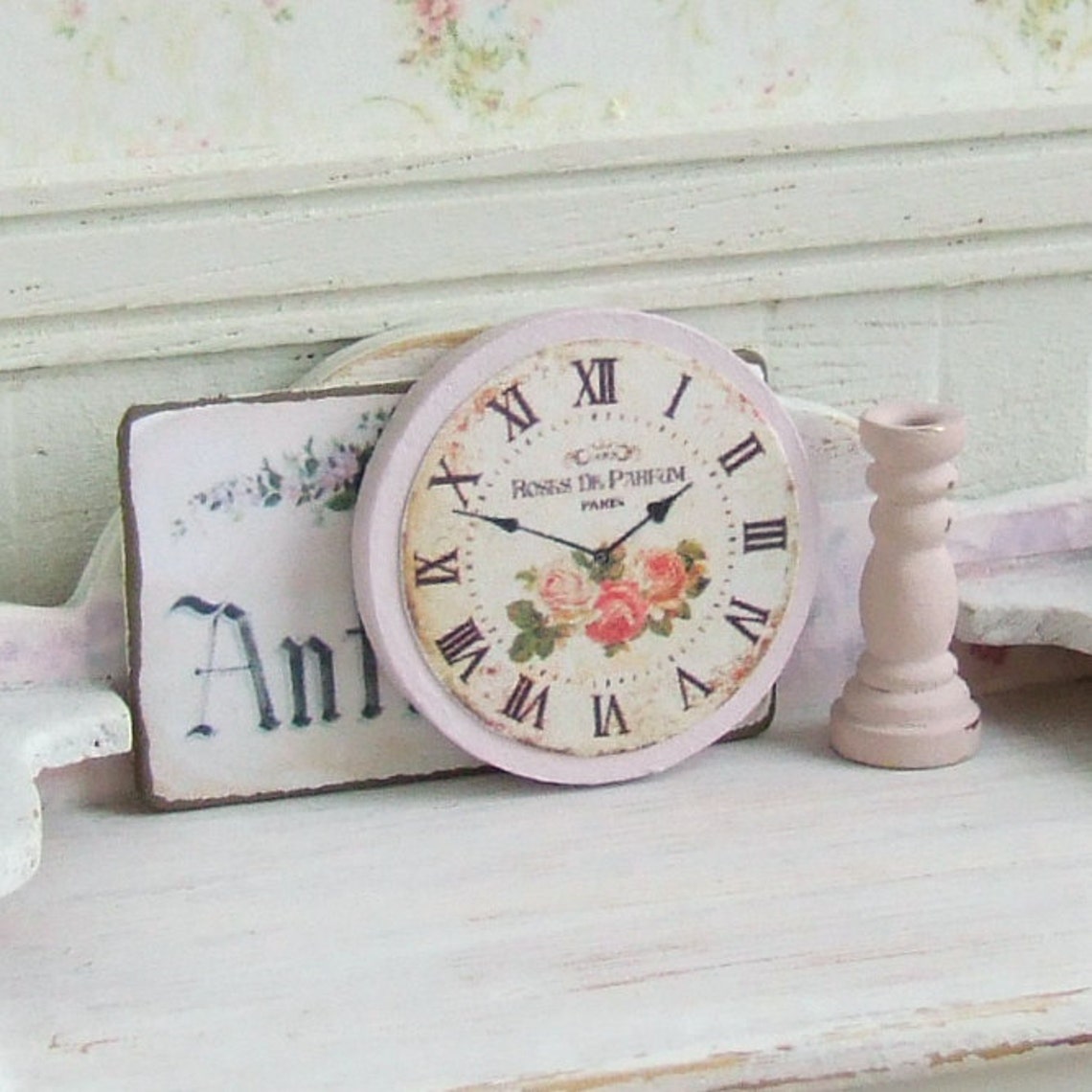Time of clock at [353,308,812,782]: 1:48
